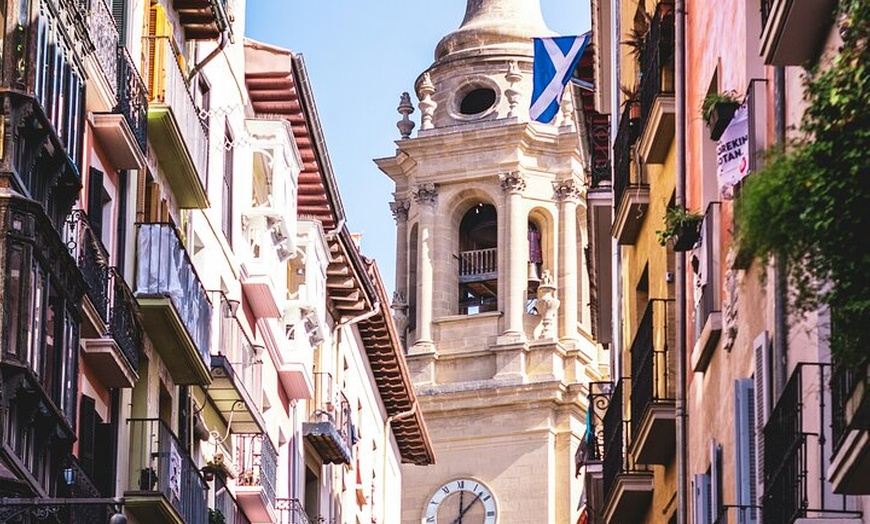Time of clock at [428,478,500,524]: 12:07
